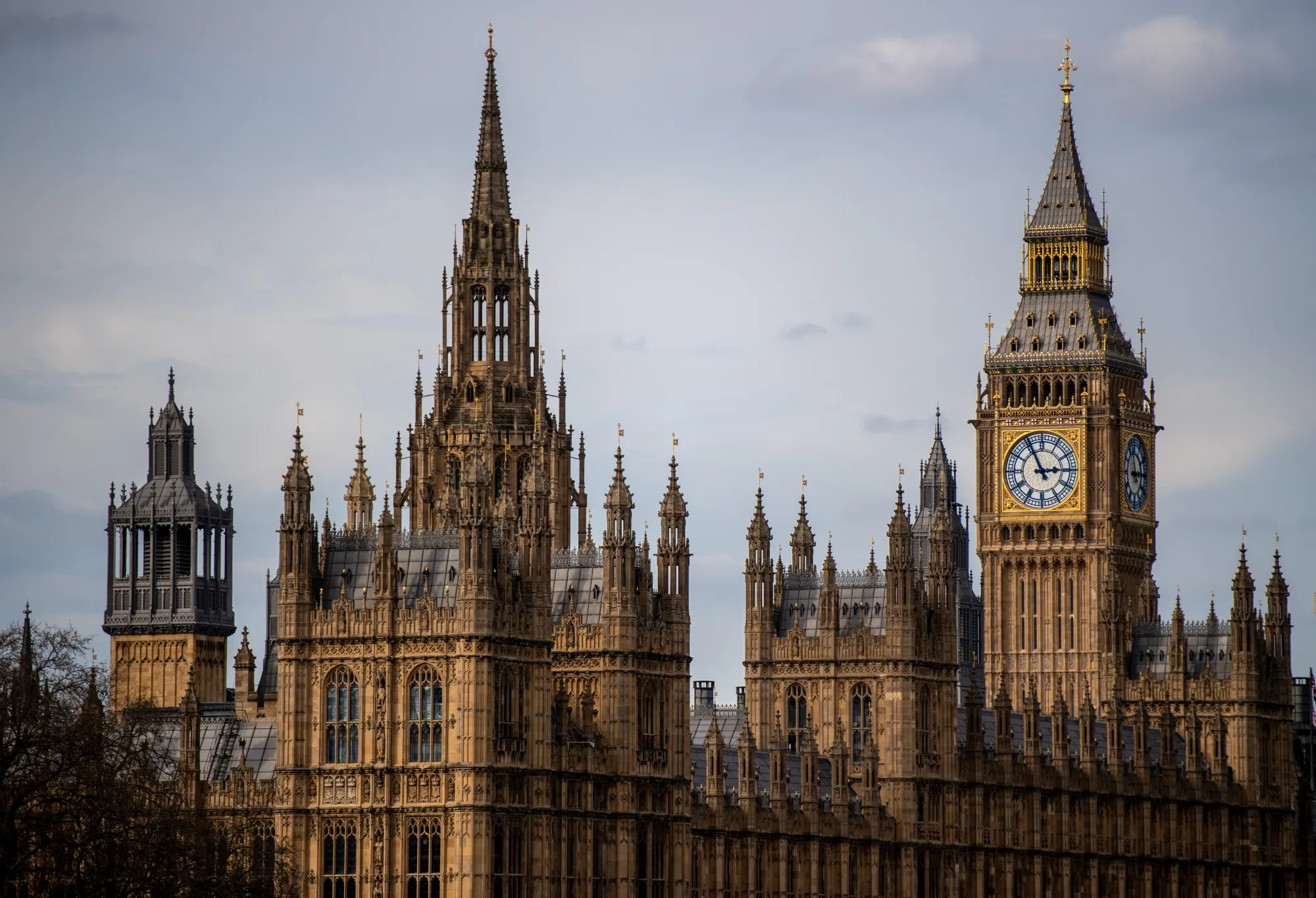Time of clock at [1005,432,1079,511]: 2:55
